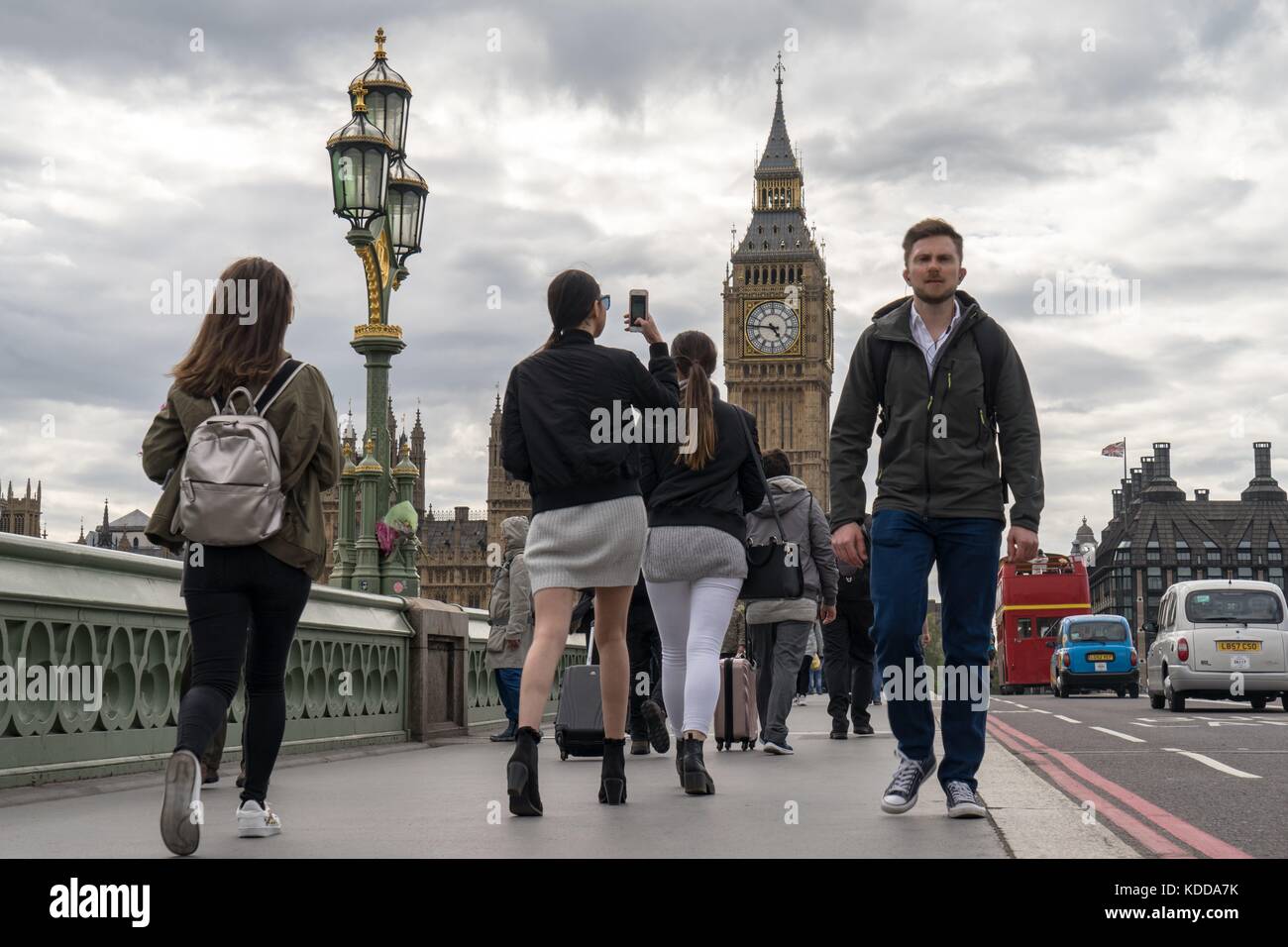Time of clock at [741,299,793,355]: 4:46
